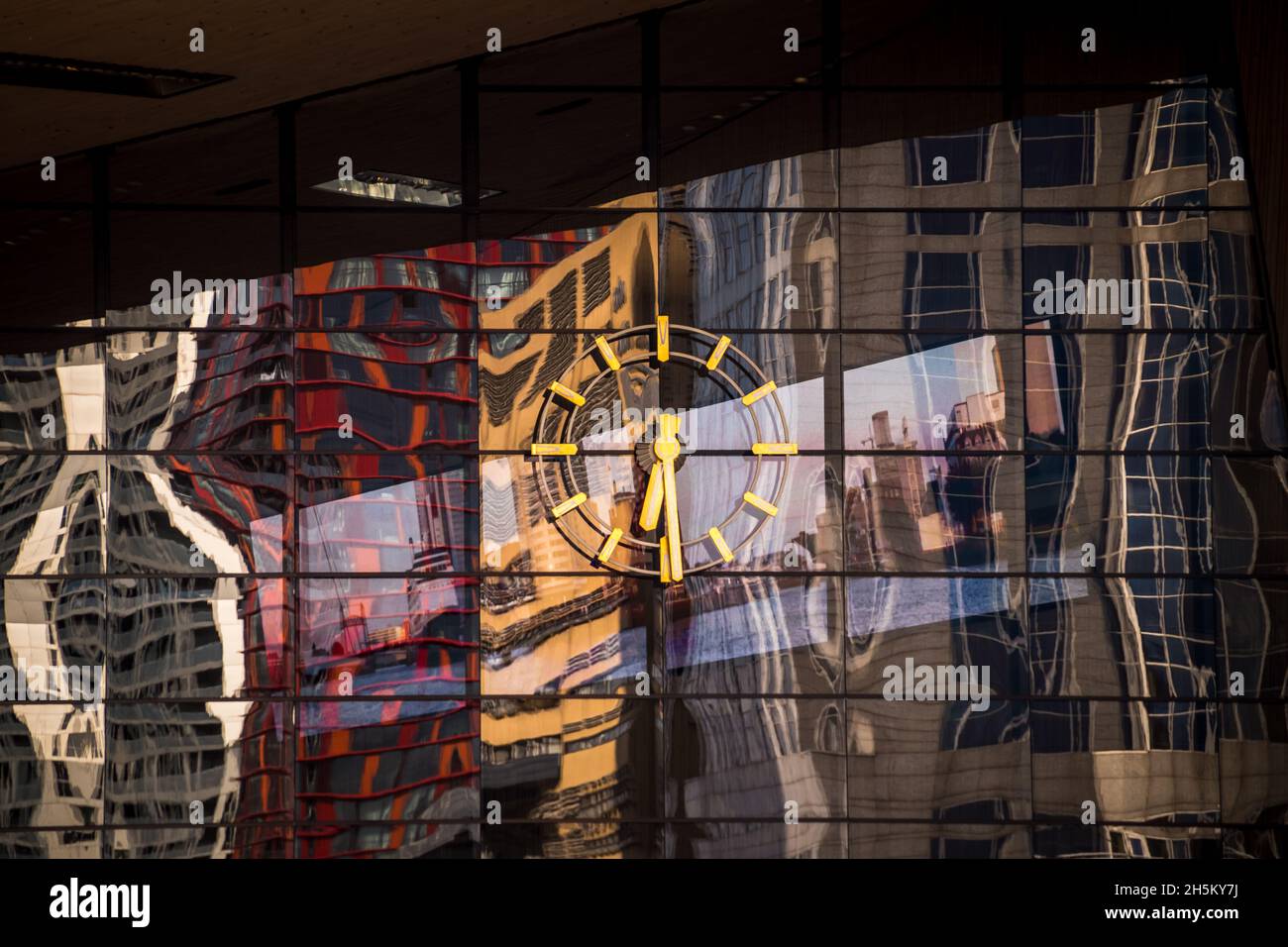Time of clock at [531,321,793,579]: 6:45
